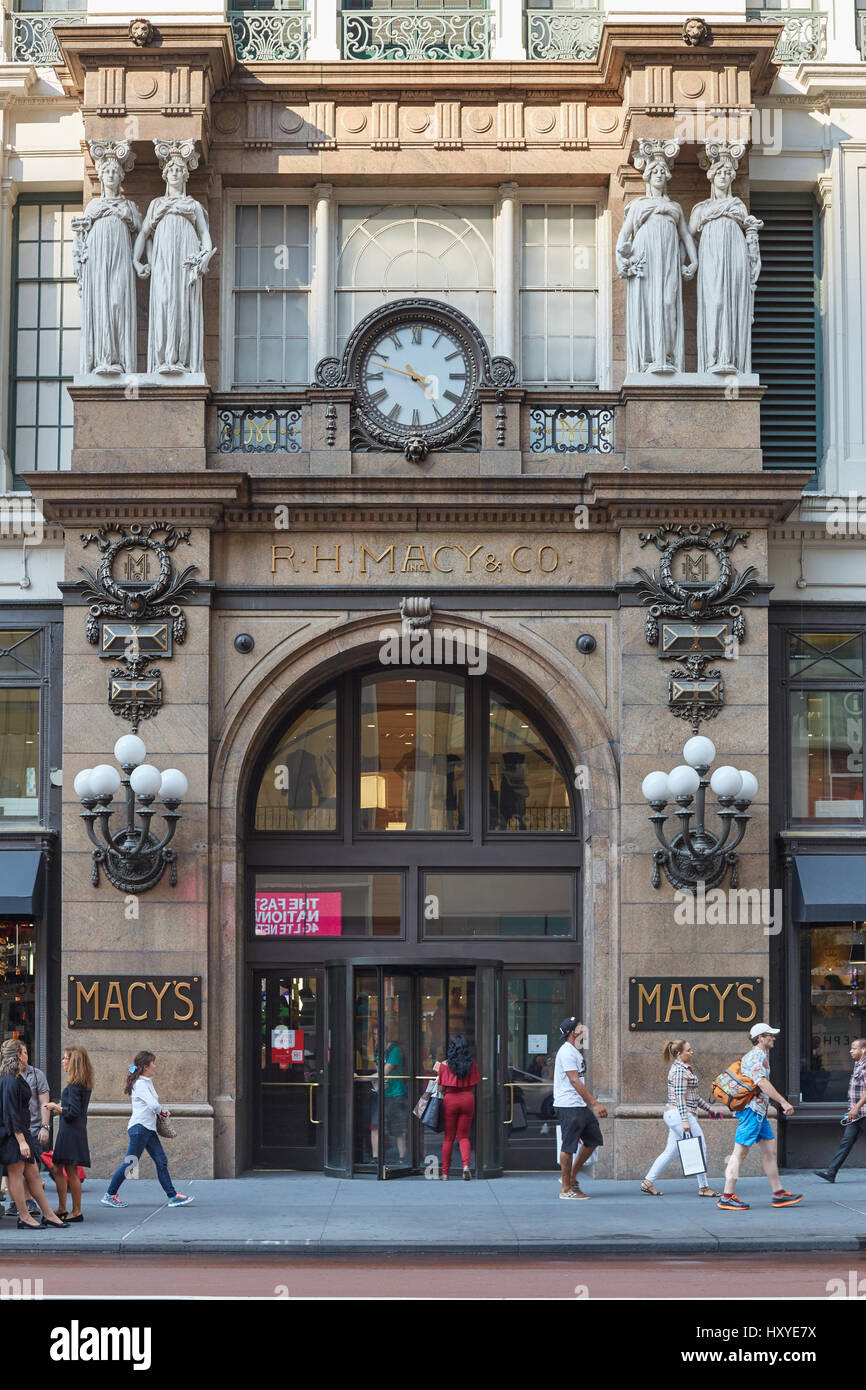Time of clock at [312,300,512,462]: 3:47
